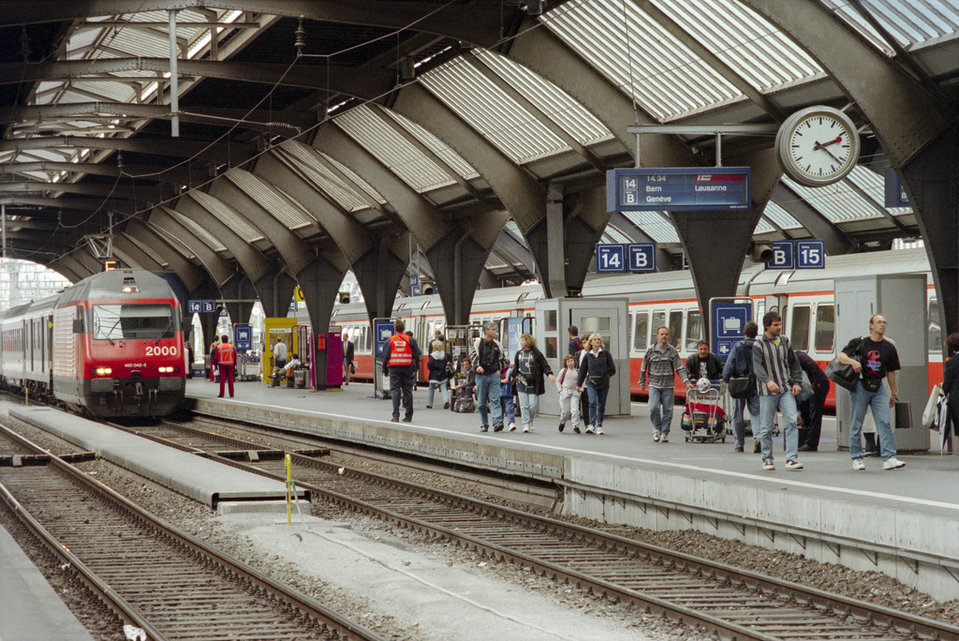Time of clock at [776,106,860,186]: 2:21
